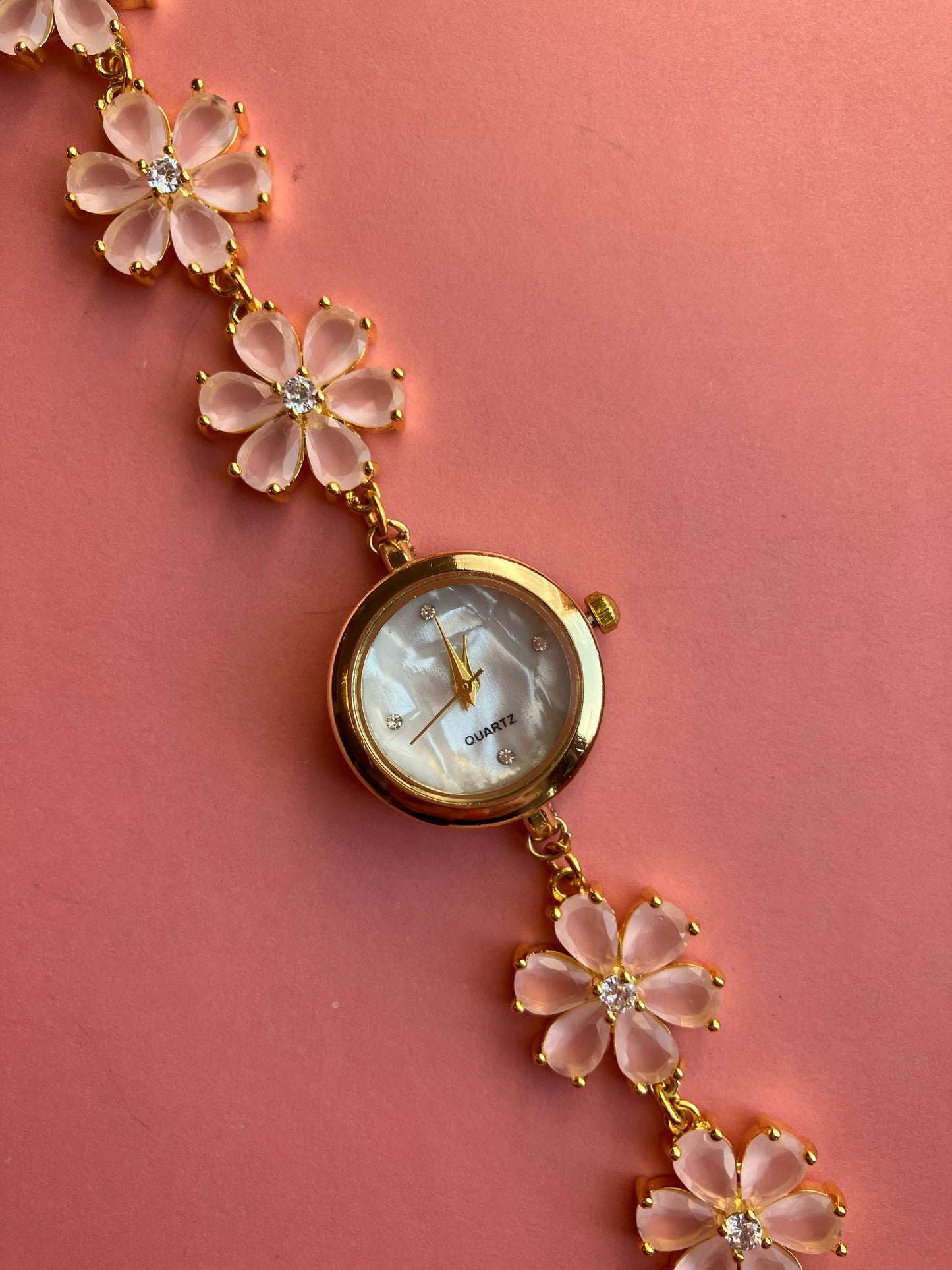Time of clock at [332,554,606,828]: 11:55
